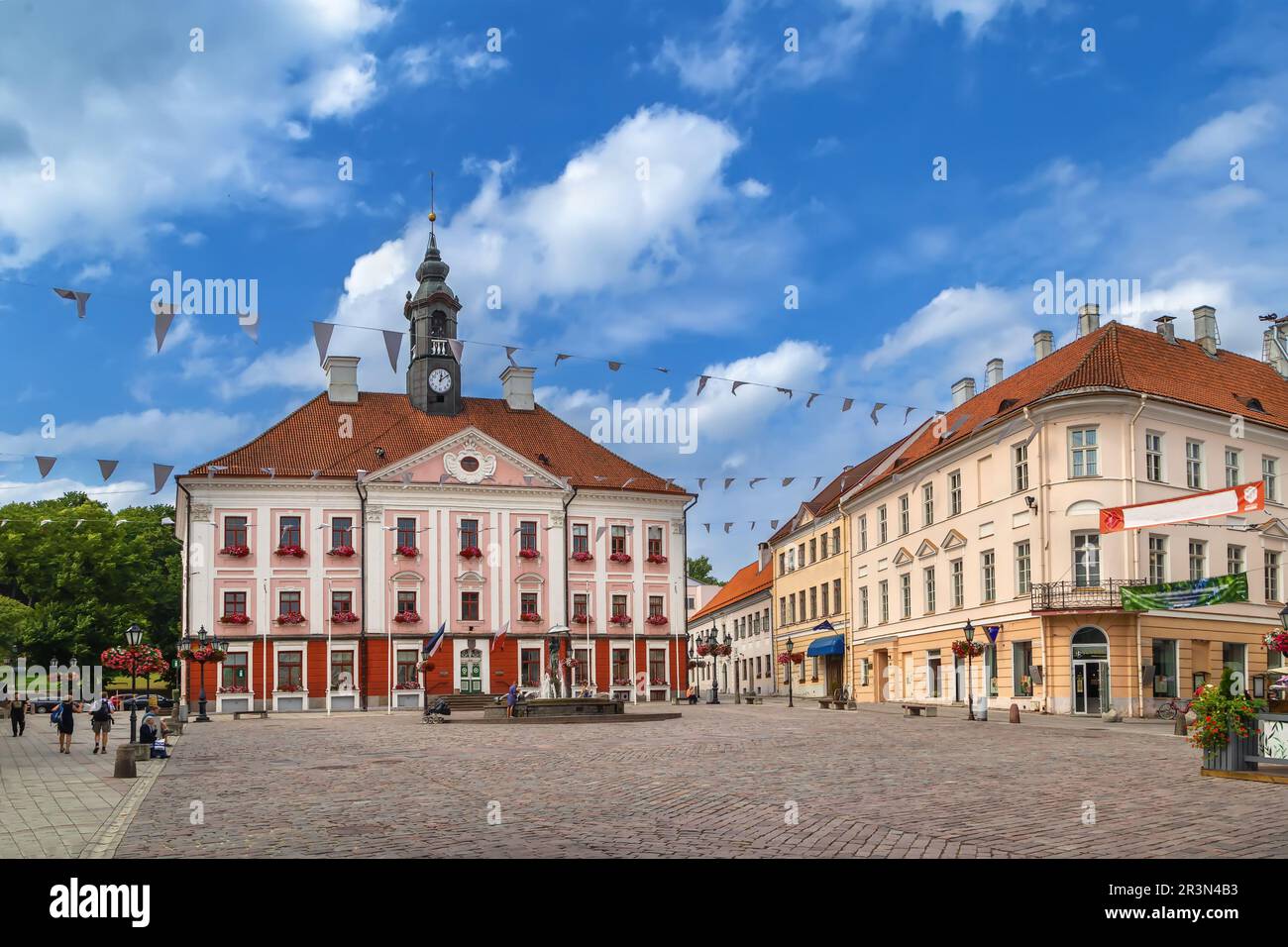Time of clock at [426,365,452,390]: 12:09
